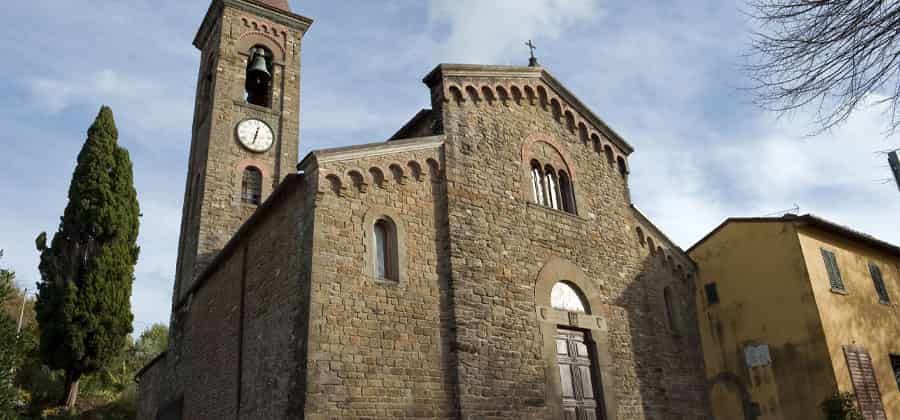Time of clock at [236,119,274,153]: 12:32
